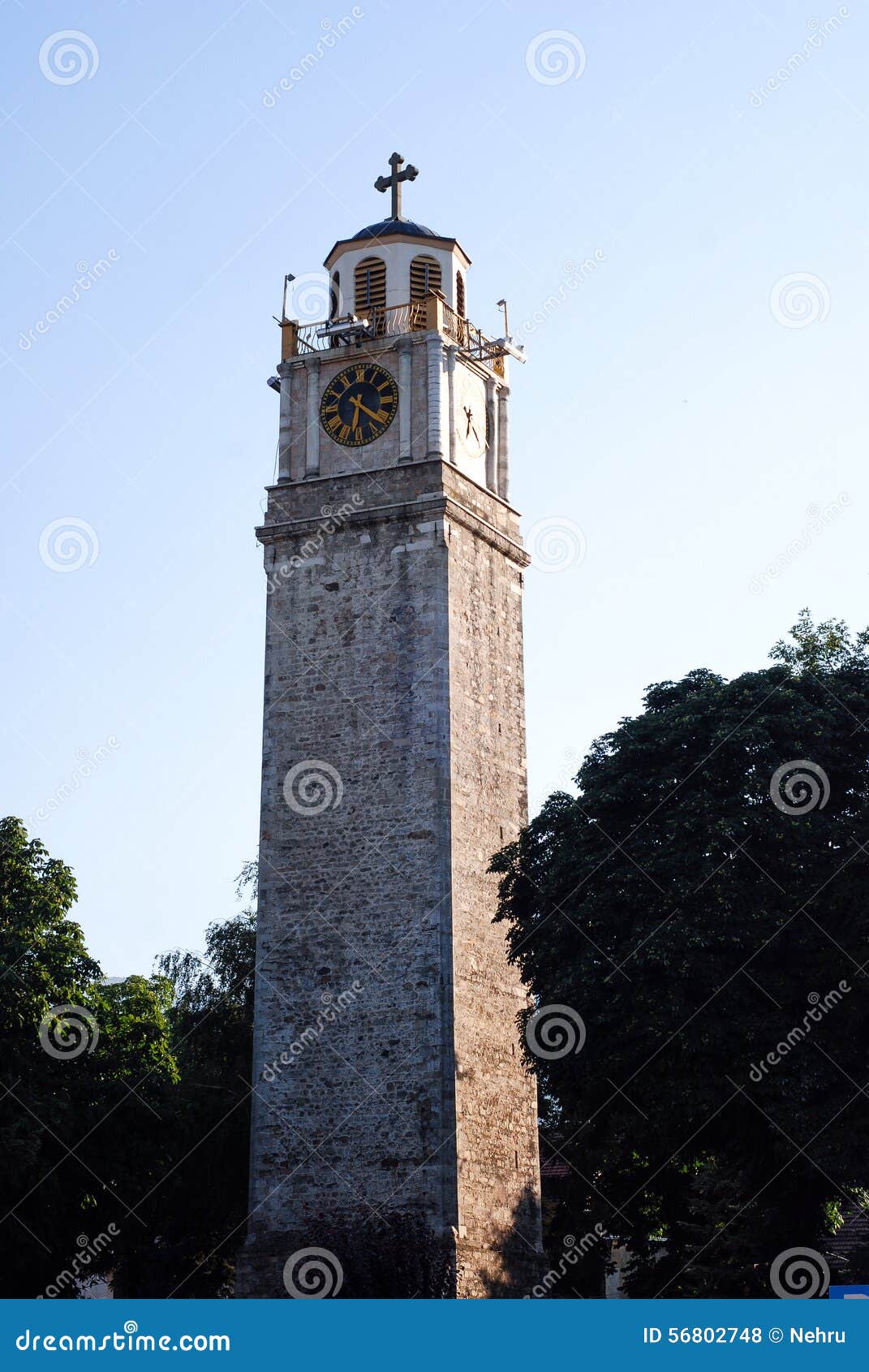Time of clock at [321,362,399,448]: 6:21
